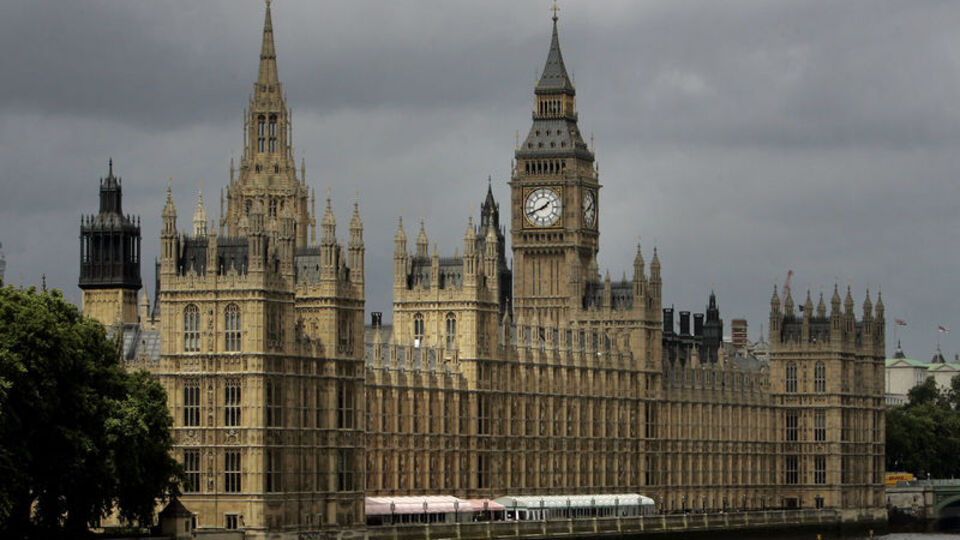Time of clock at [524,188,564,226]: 1:41
